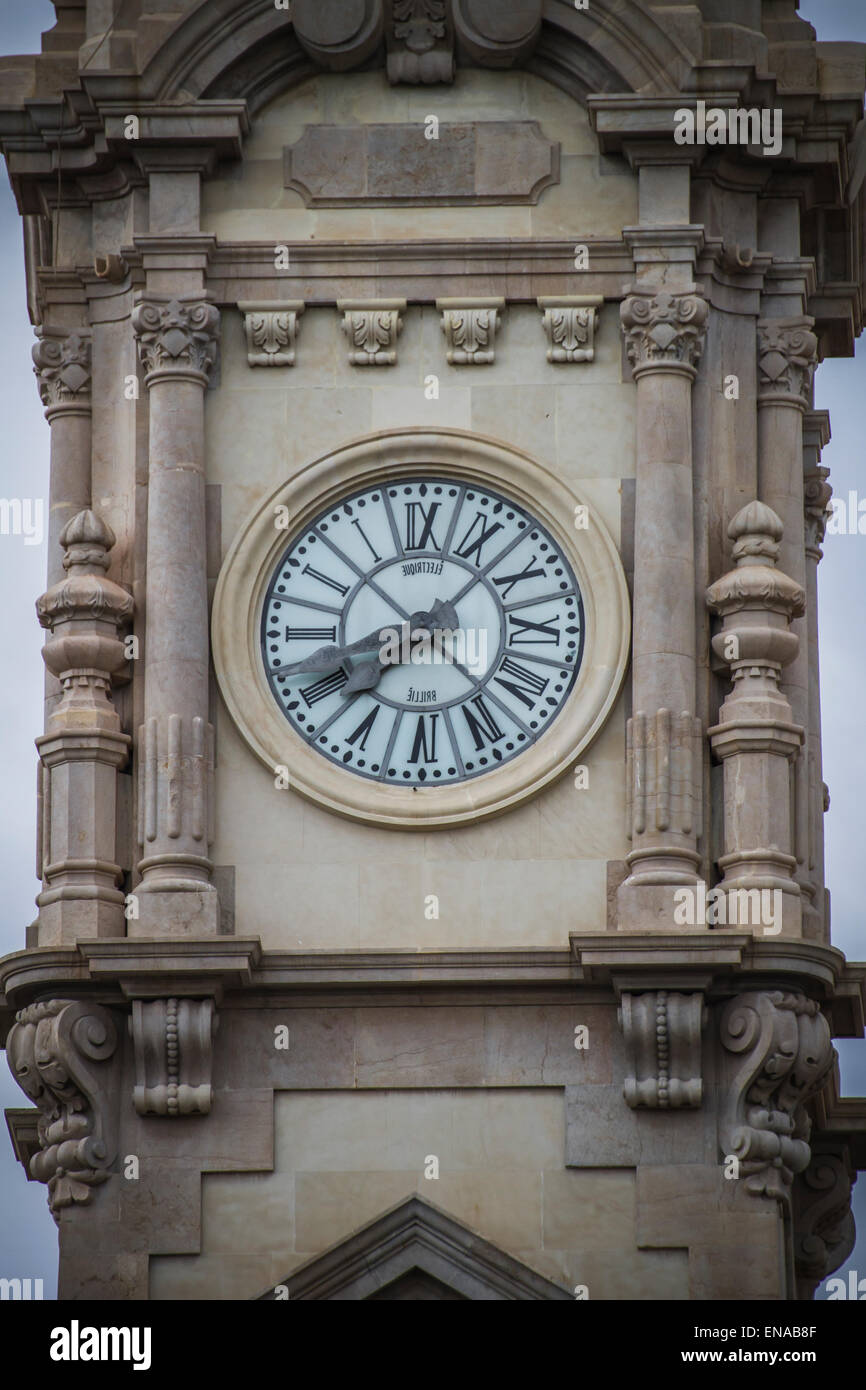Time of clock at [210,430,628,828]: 8:07
